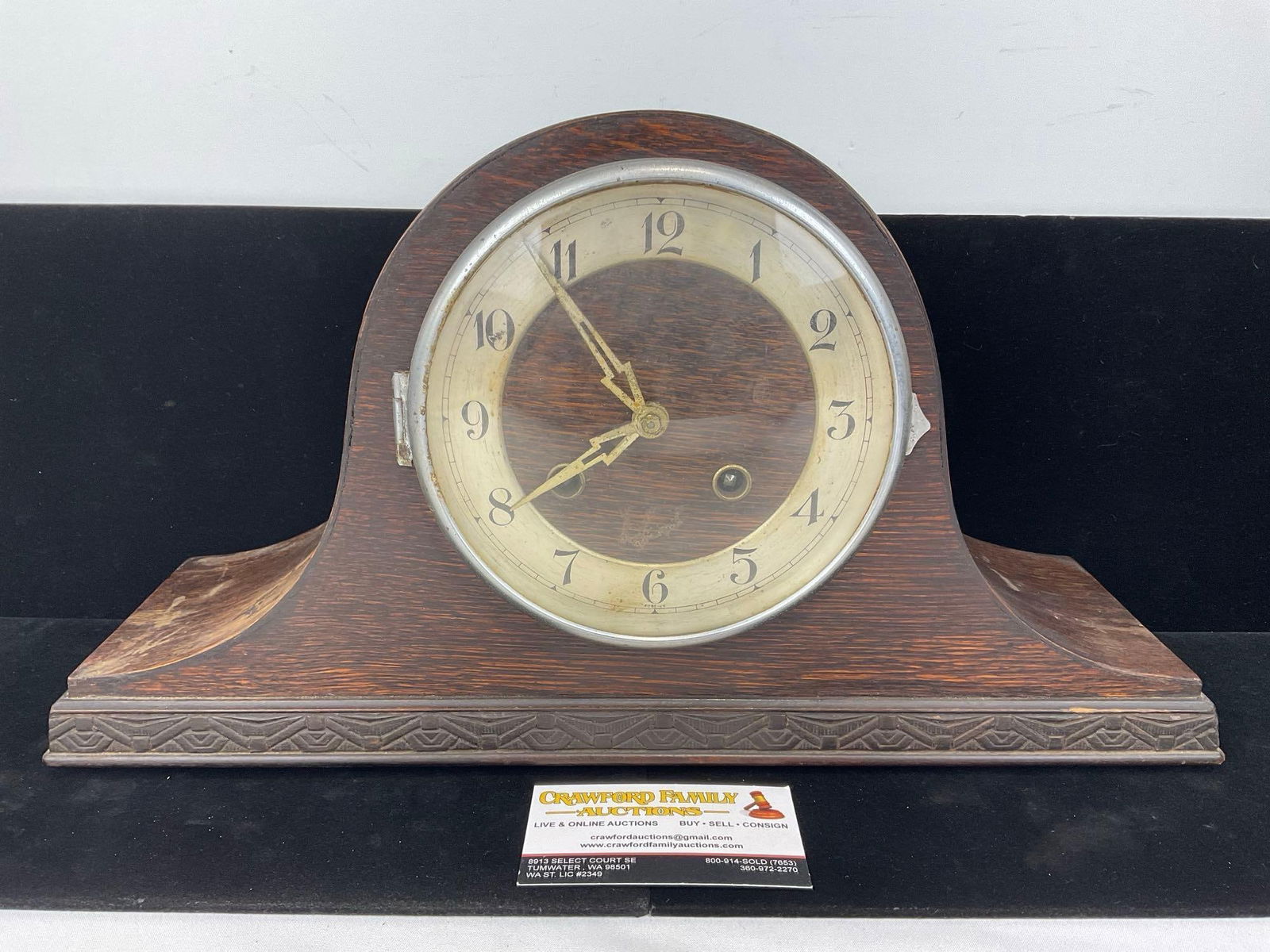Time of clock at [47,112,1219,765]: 7:54
